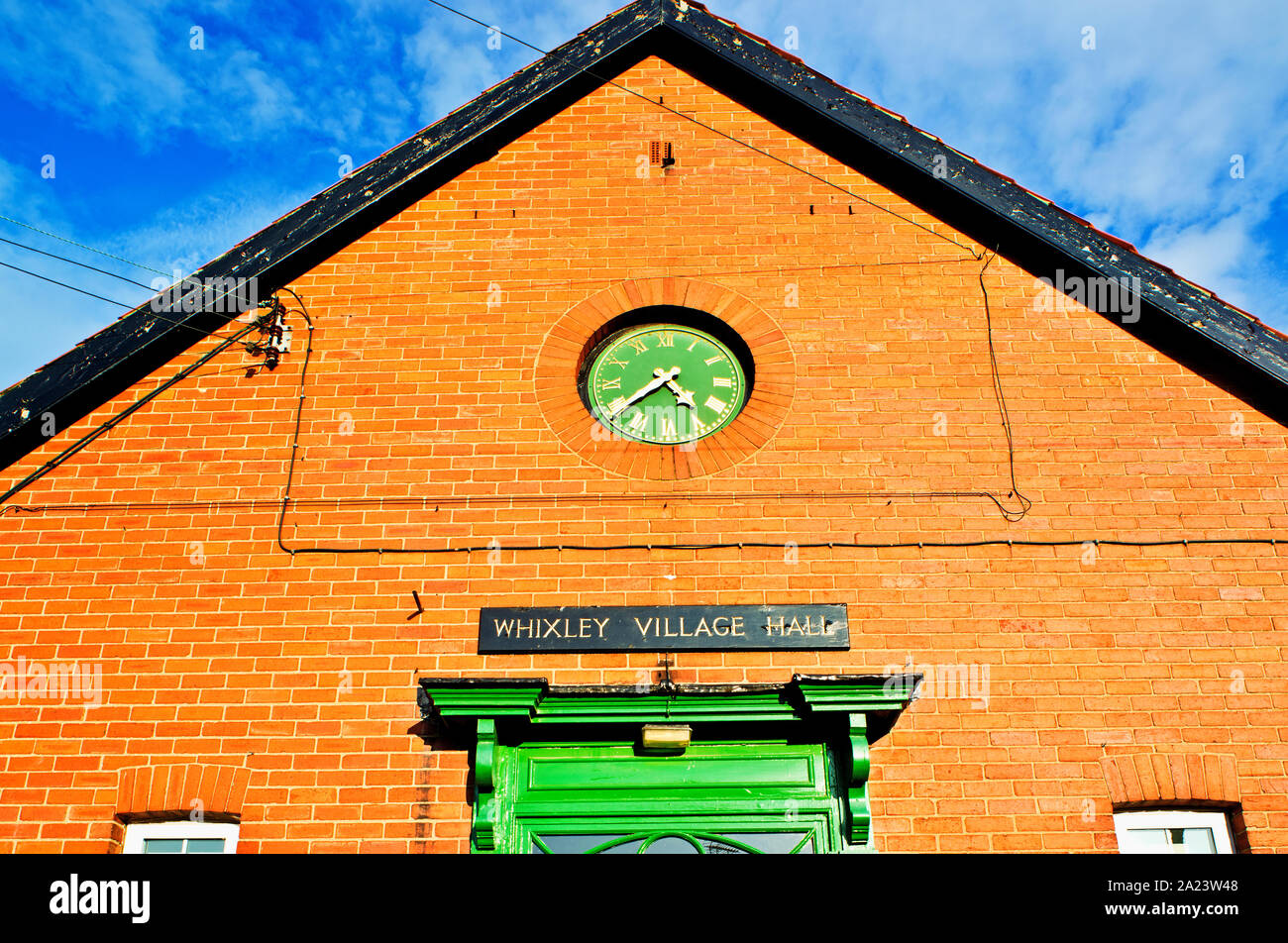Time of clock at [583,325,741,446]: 4:38
